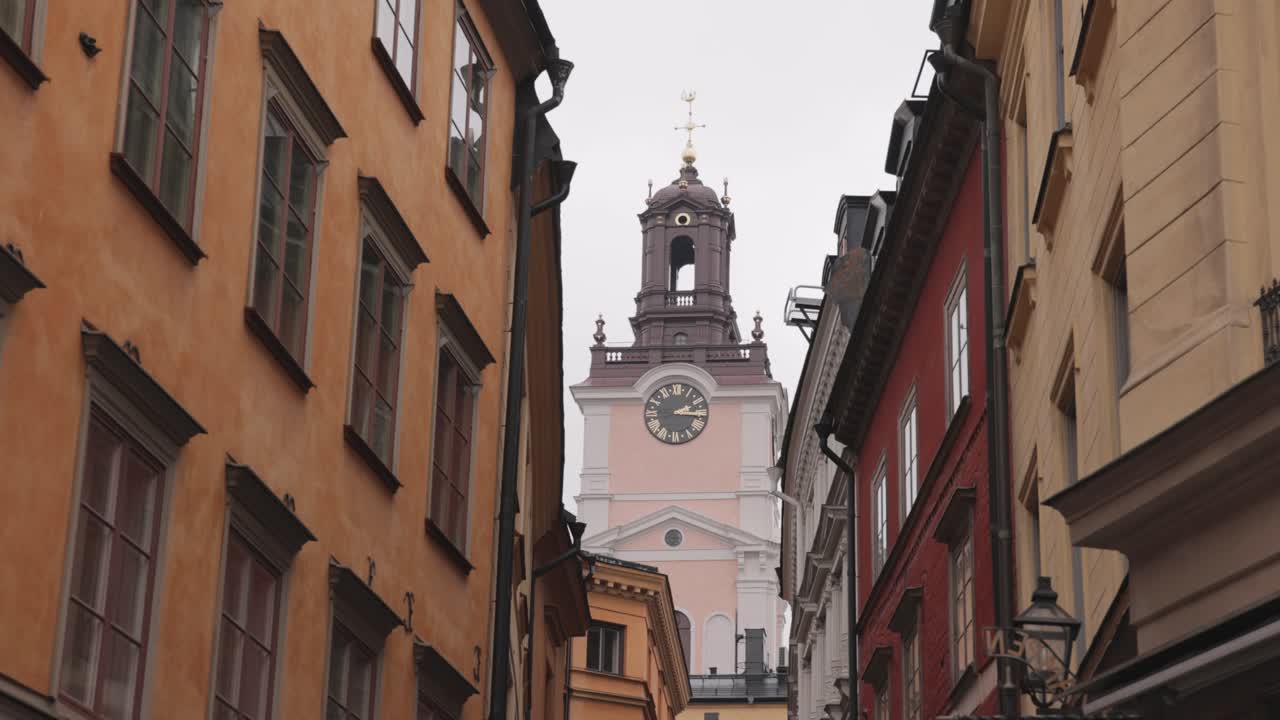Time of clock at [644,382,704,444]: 2:15
